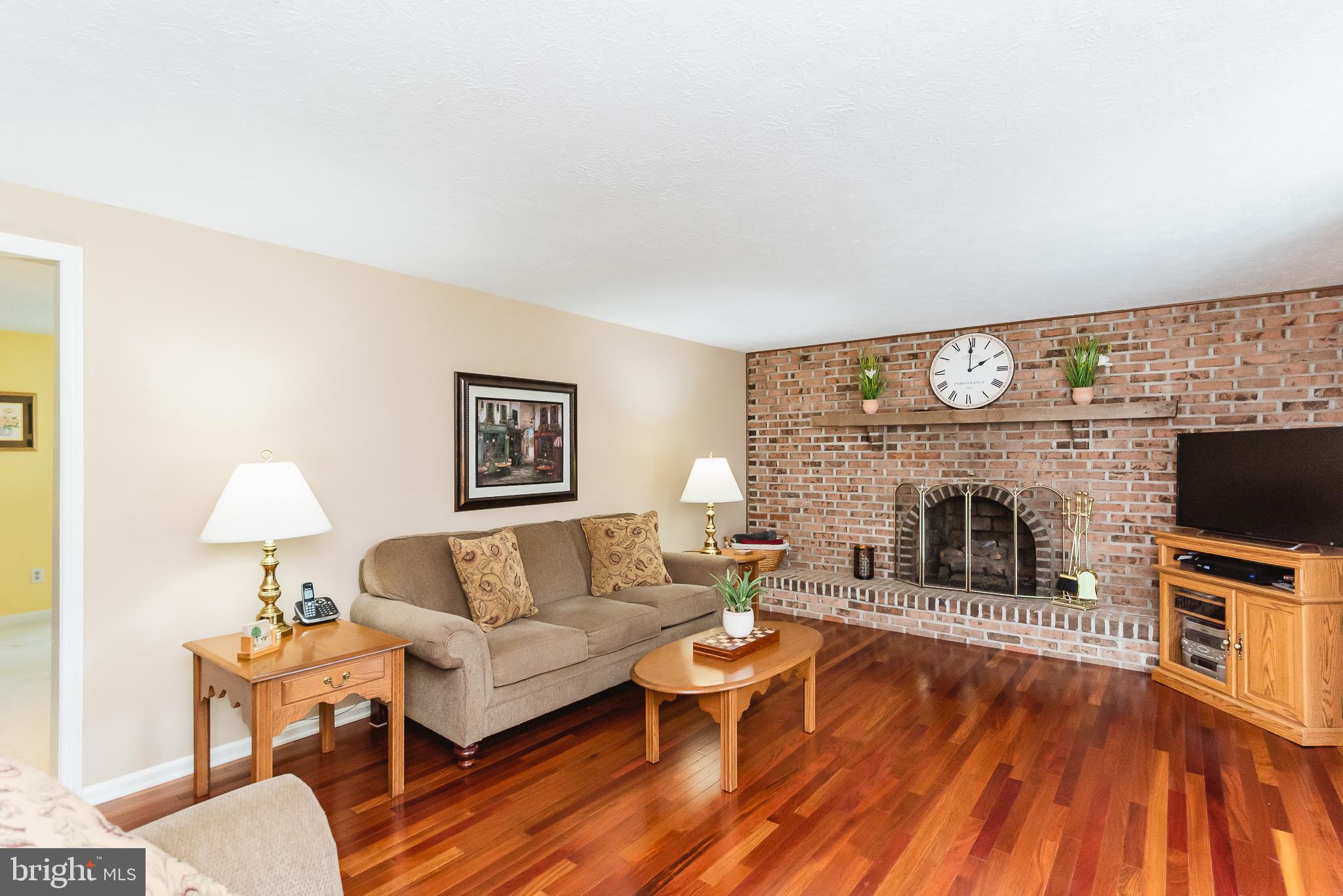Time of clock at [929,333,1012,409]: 1:59
